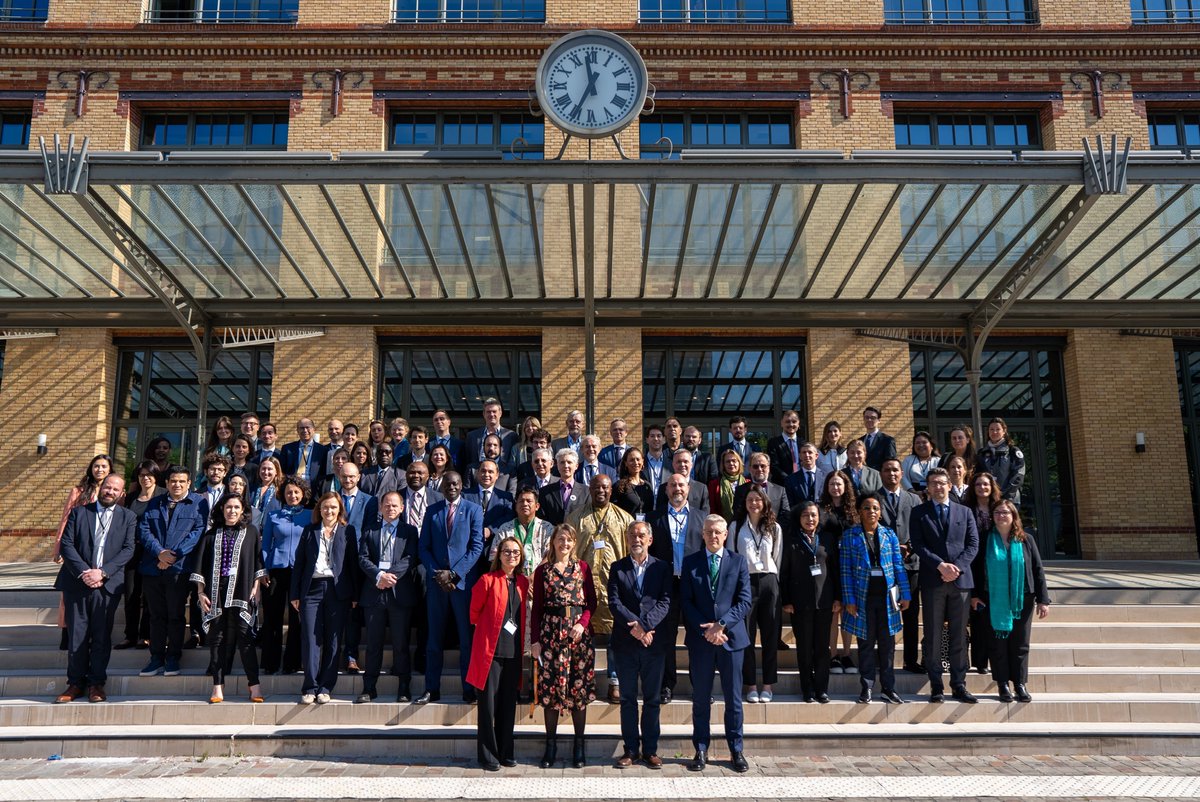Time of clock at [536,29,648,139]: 11:34
